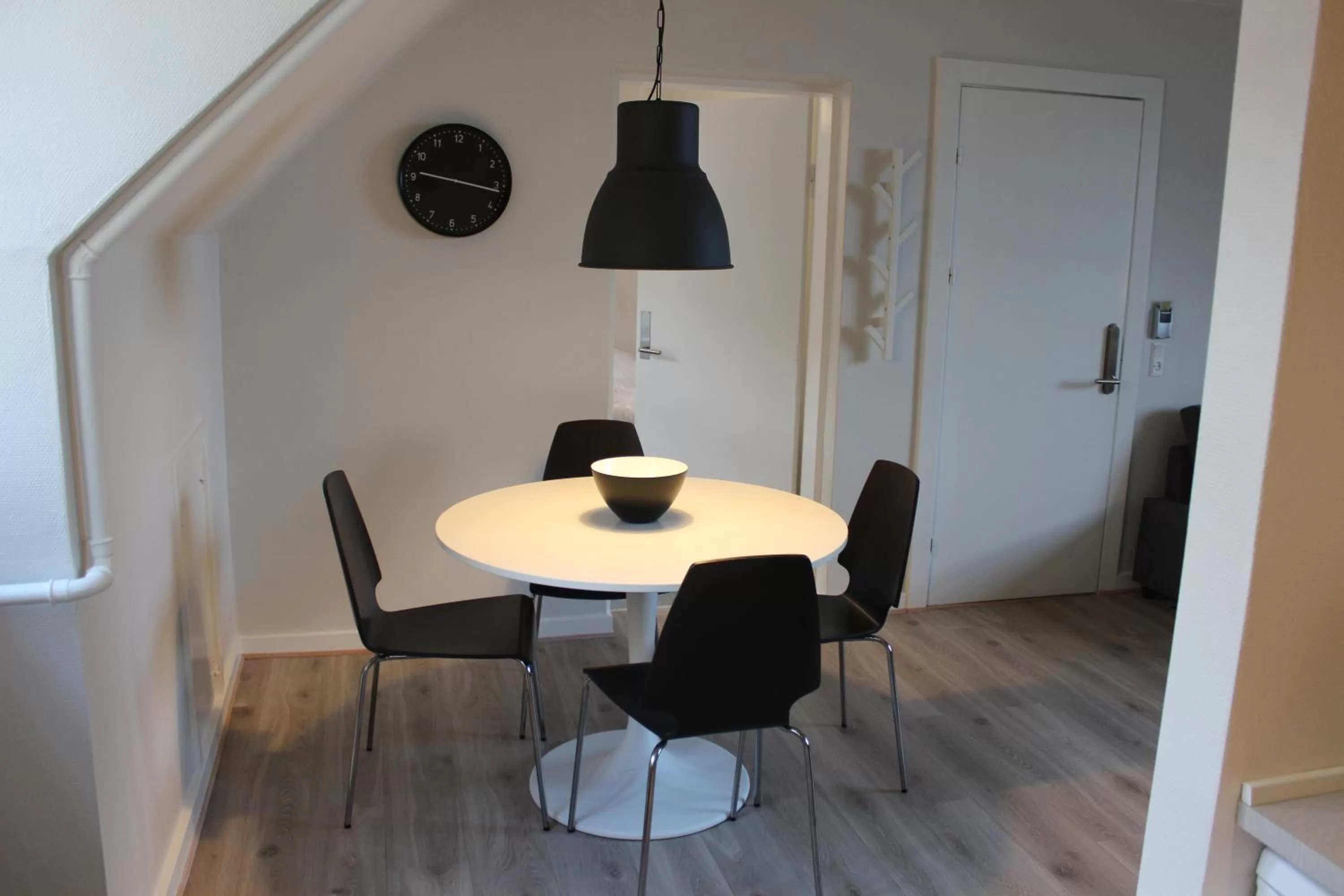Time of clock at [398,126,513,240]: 9:16
